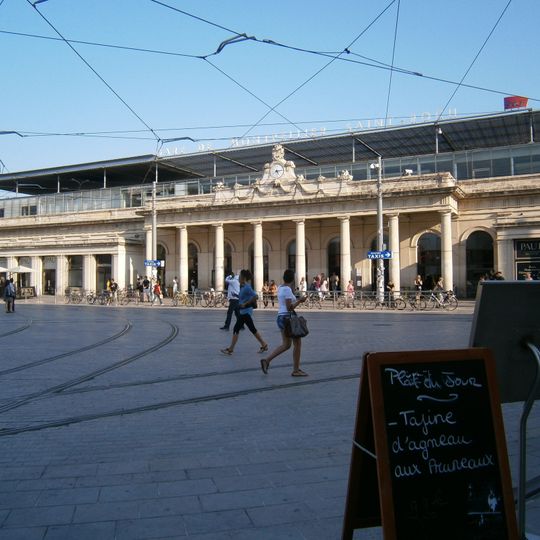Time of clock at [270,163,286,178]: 5:13
